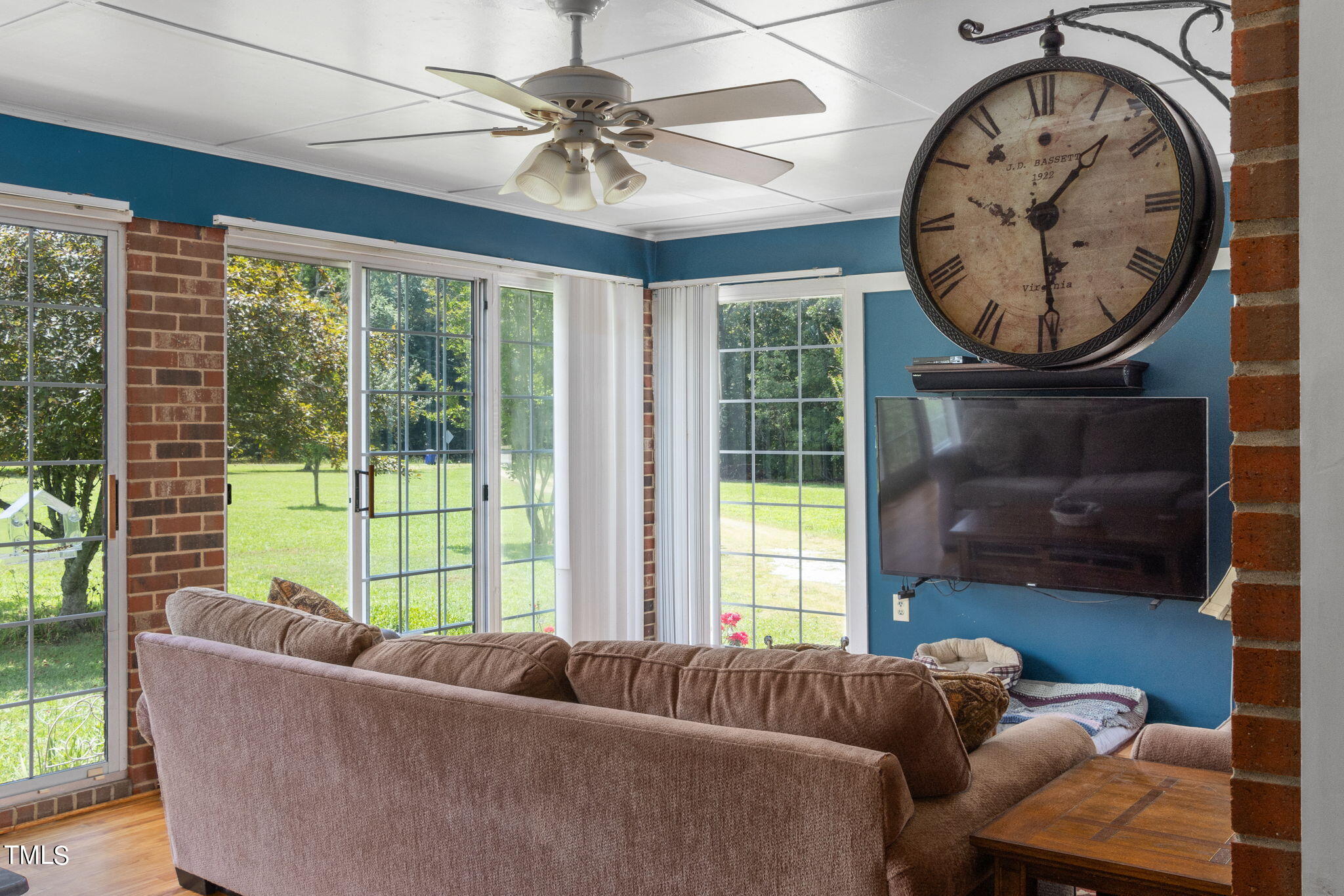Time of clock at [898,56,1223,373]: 1:29
